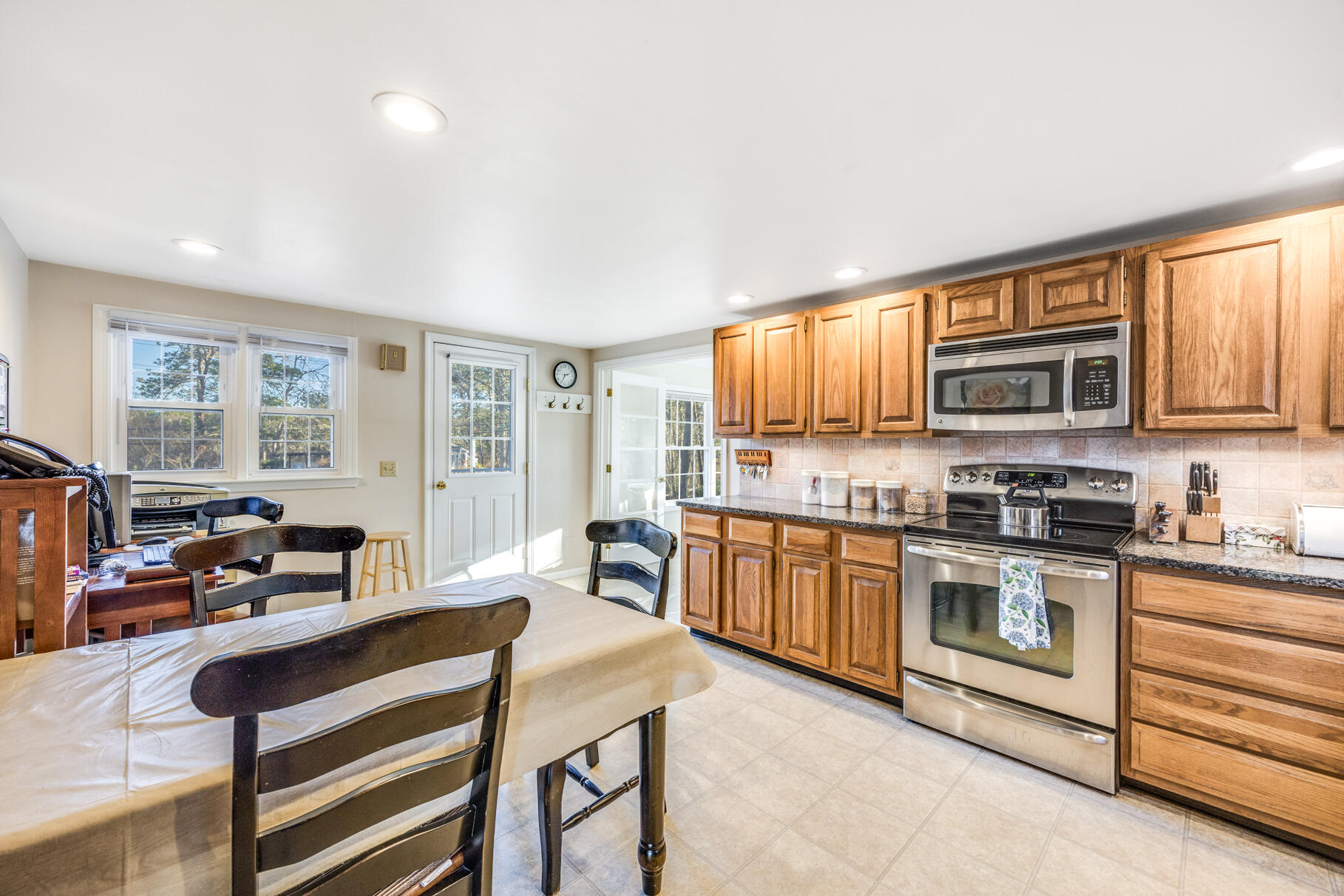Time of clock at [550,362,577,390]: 2:34
